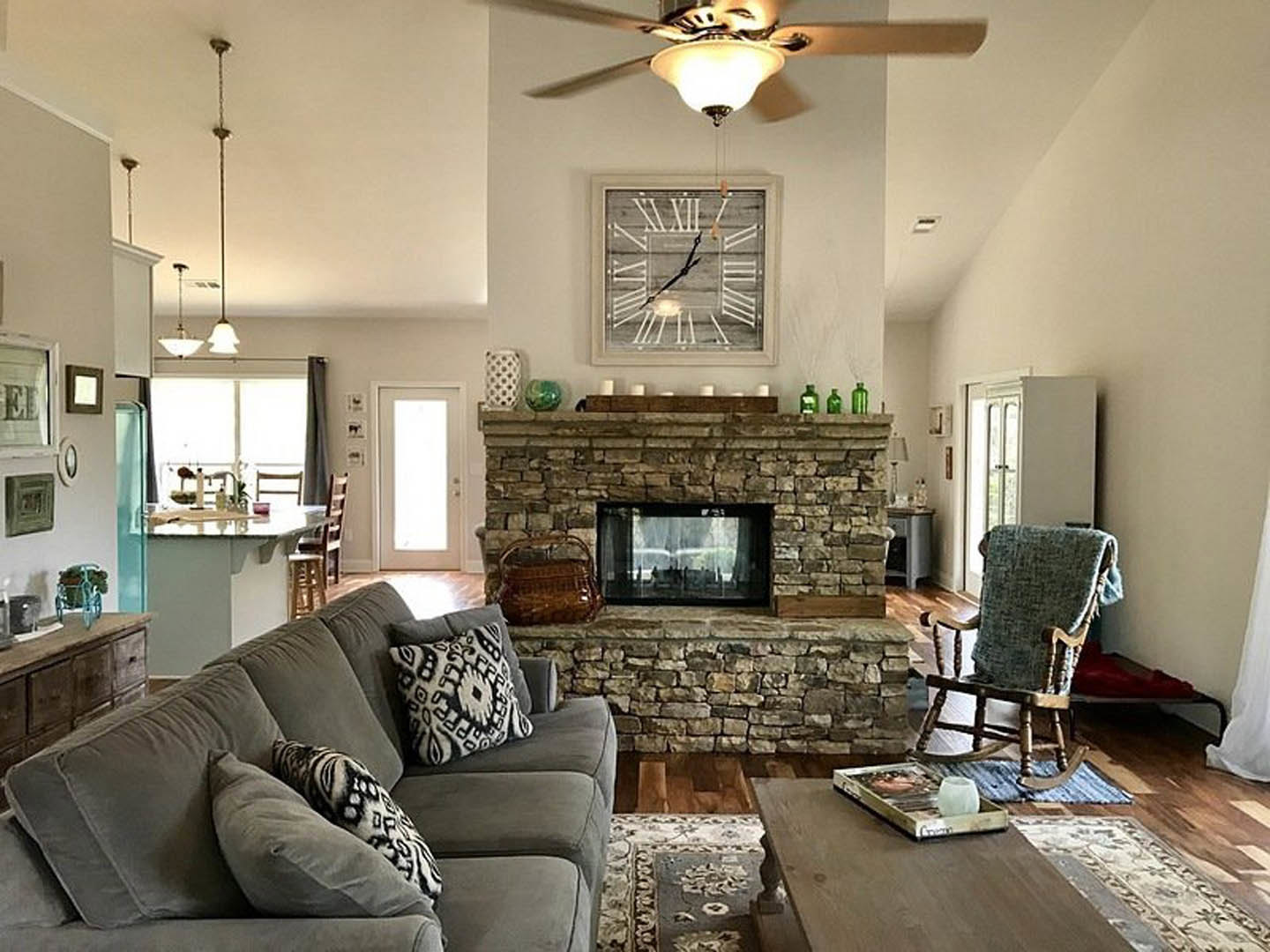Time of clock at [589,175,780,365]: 12:38
